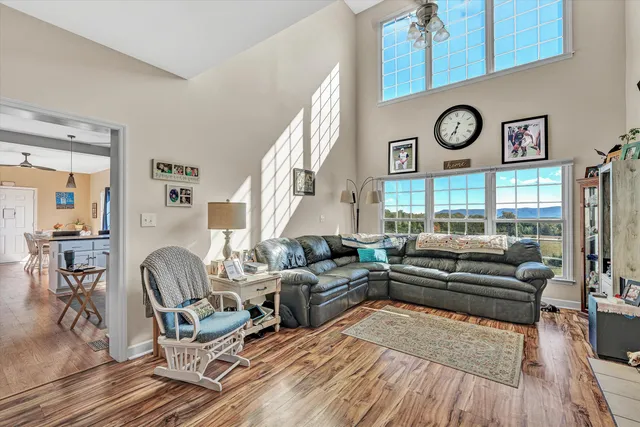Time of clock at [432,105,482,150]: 6:35
